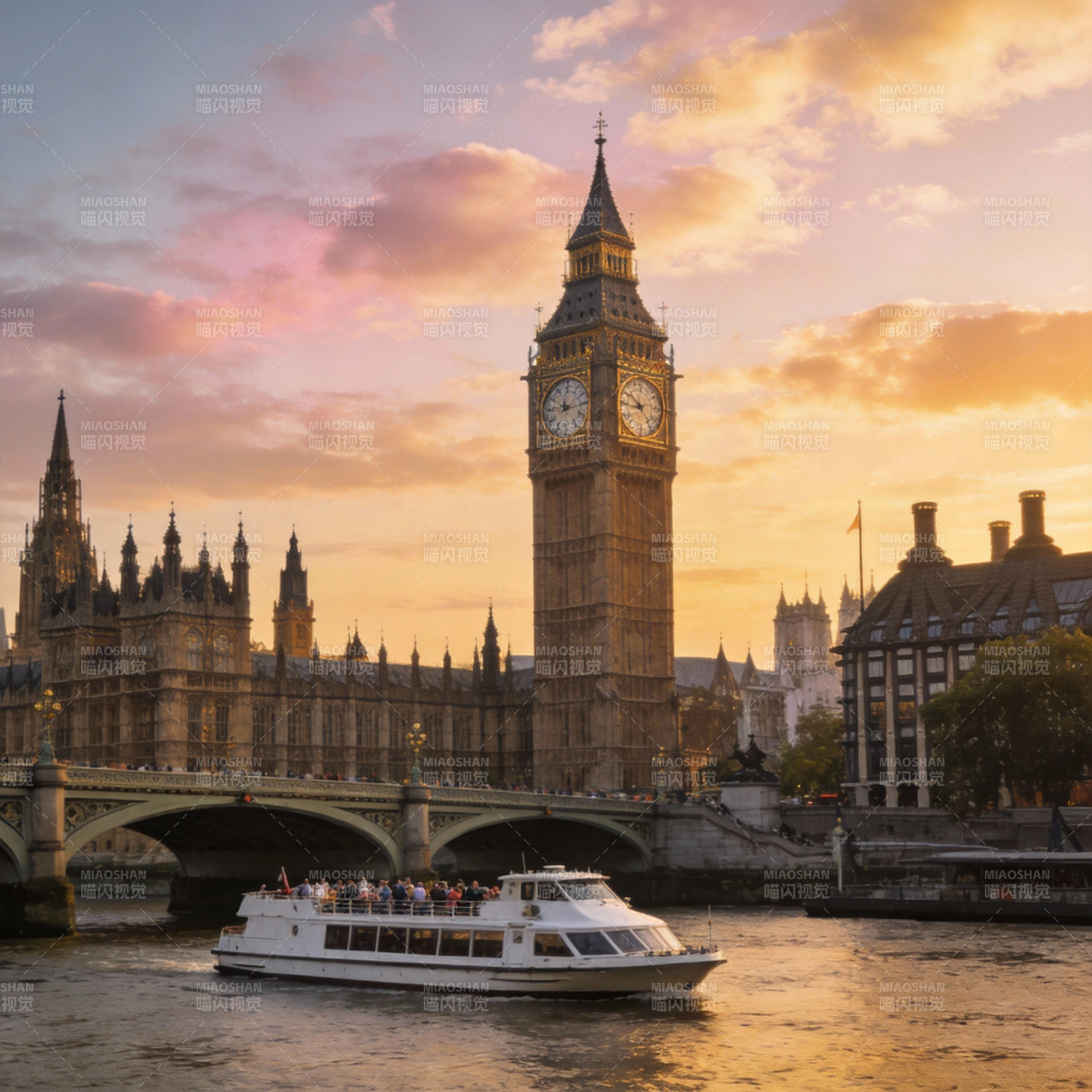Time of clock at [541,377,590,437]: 12:14
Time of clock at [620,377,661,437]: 8:50
